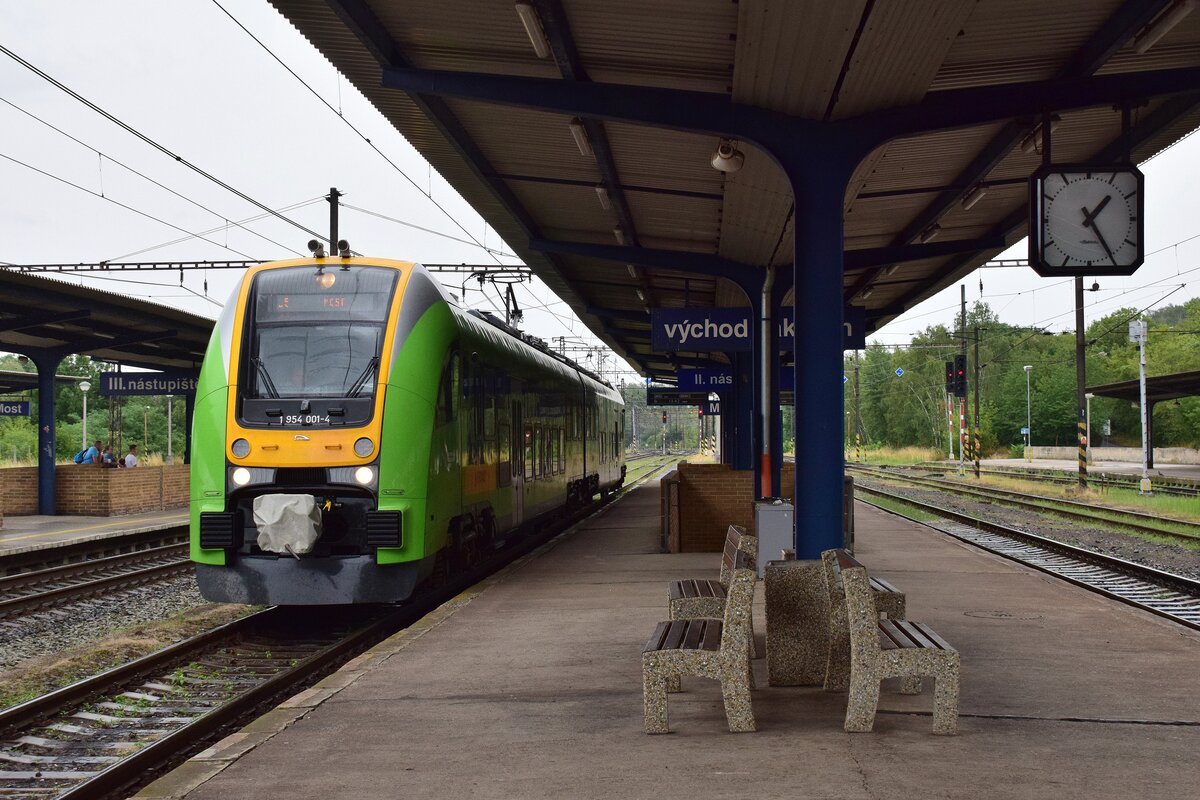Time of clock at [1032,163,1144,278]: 1:24
